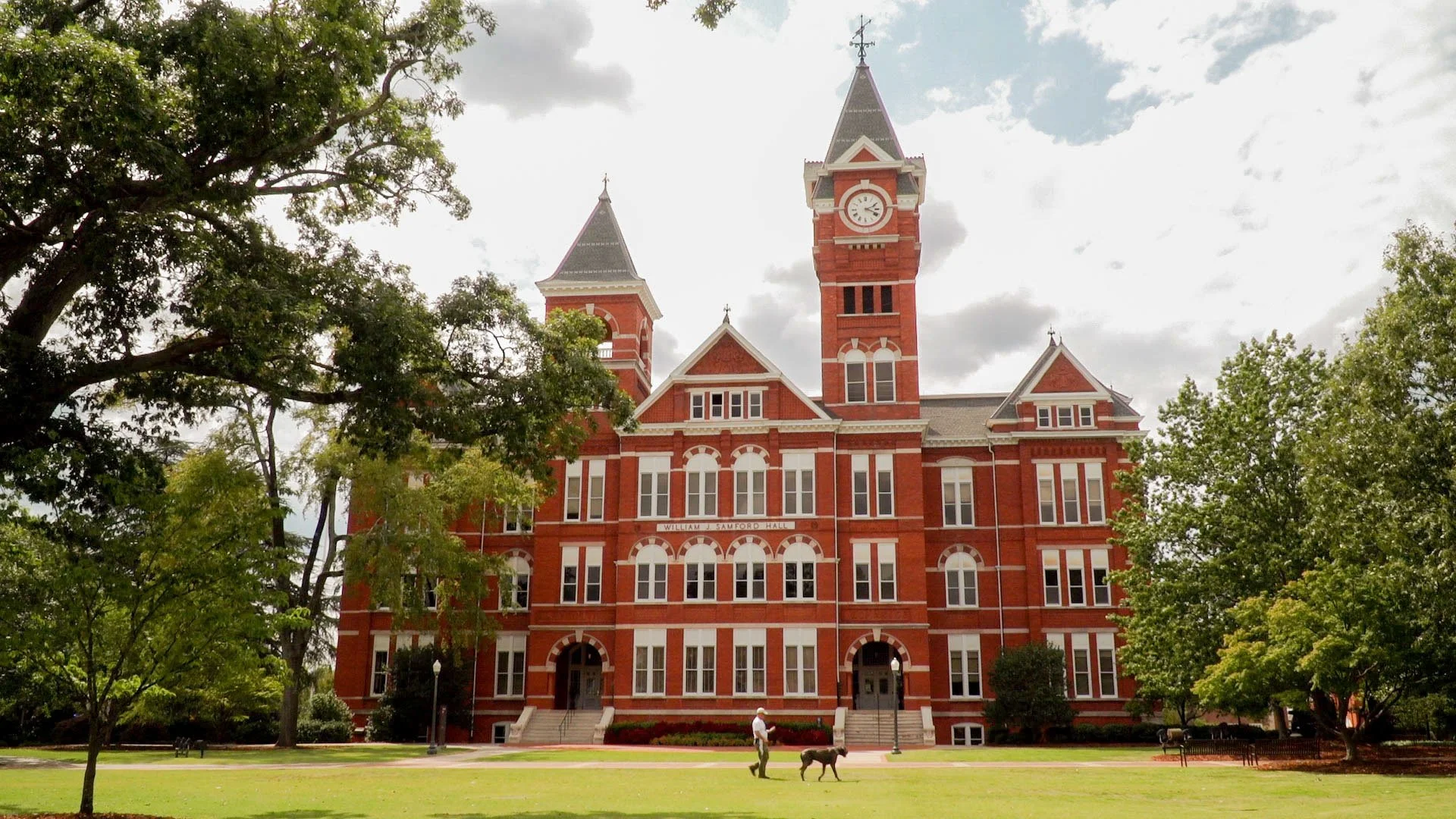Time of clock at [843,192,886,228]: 2:18
